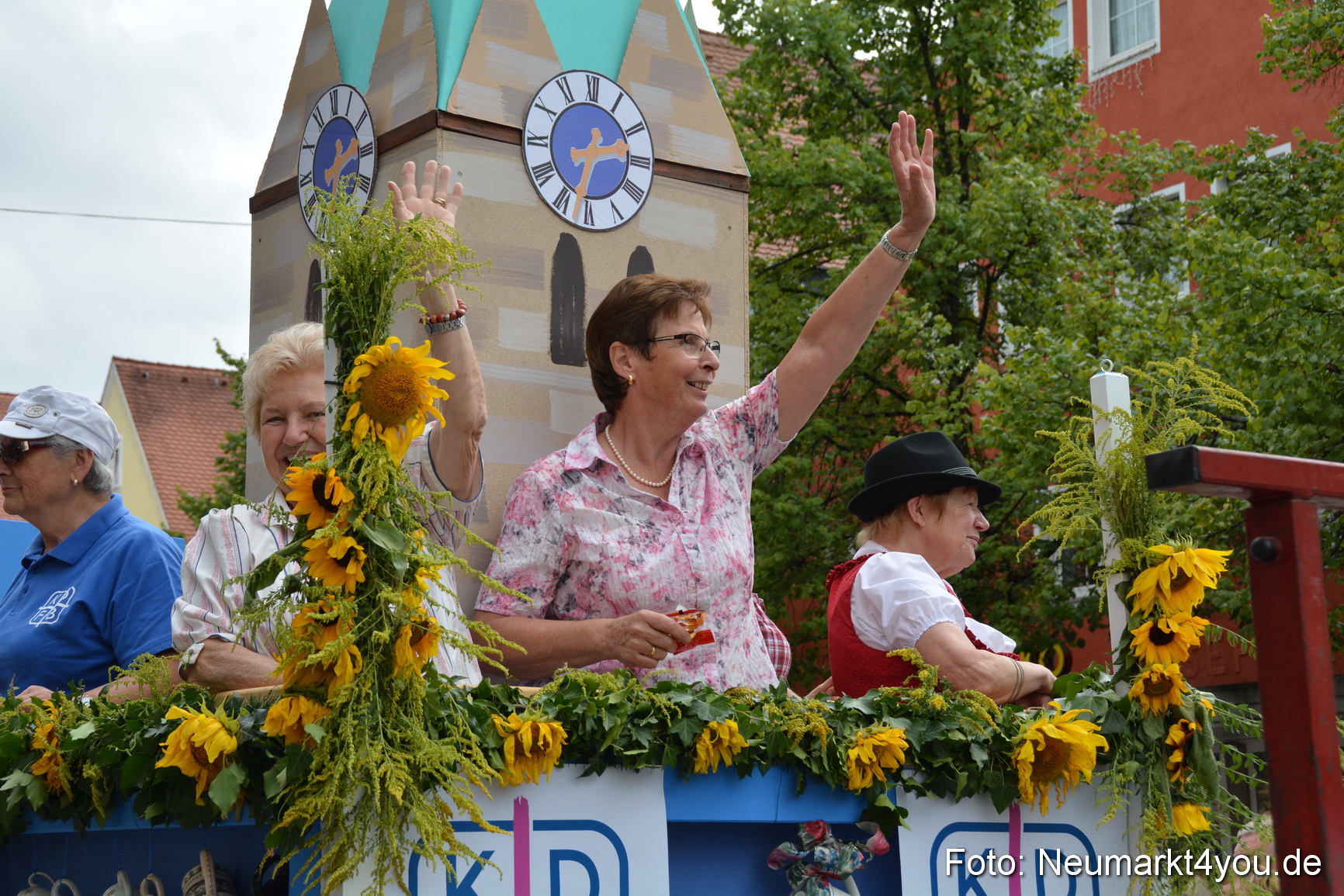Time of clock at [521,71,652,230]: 2:32
